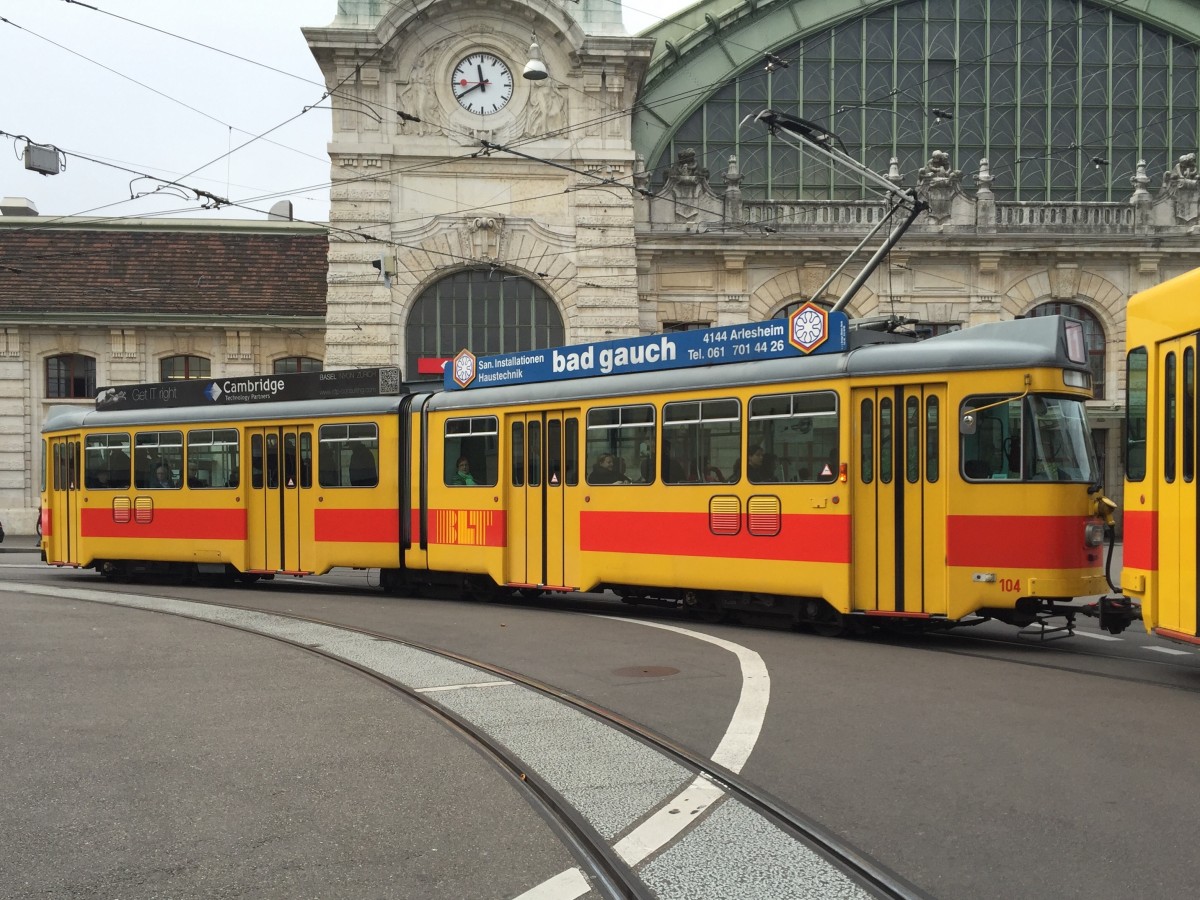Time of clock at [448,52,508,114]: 11:40
